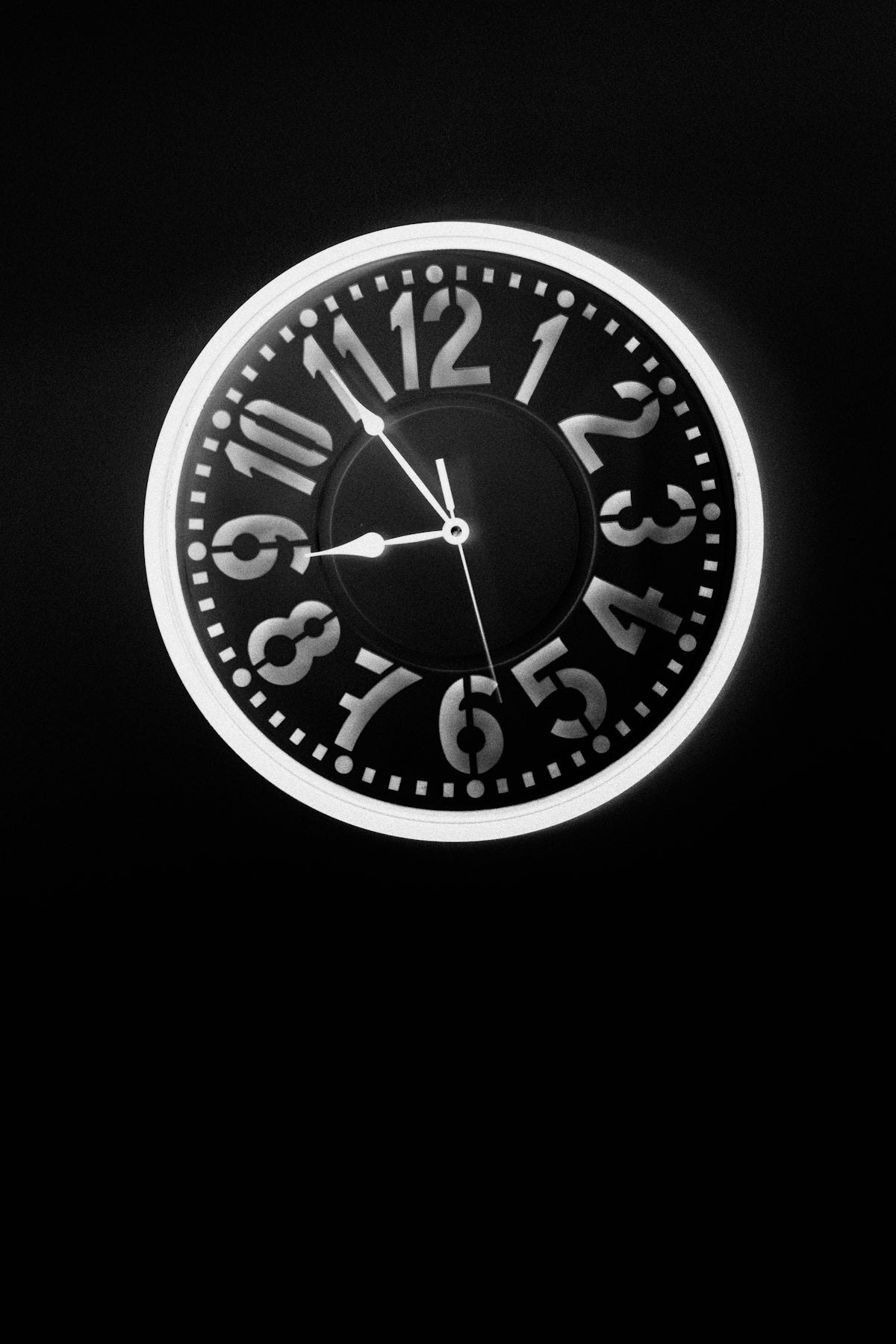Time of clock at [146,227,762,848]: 8:54
